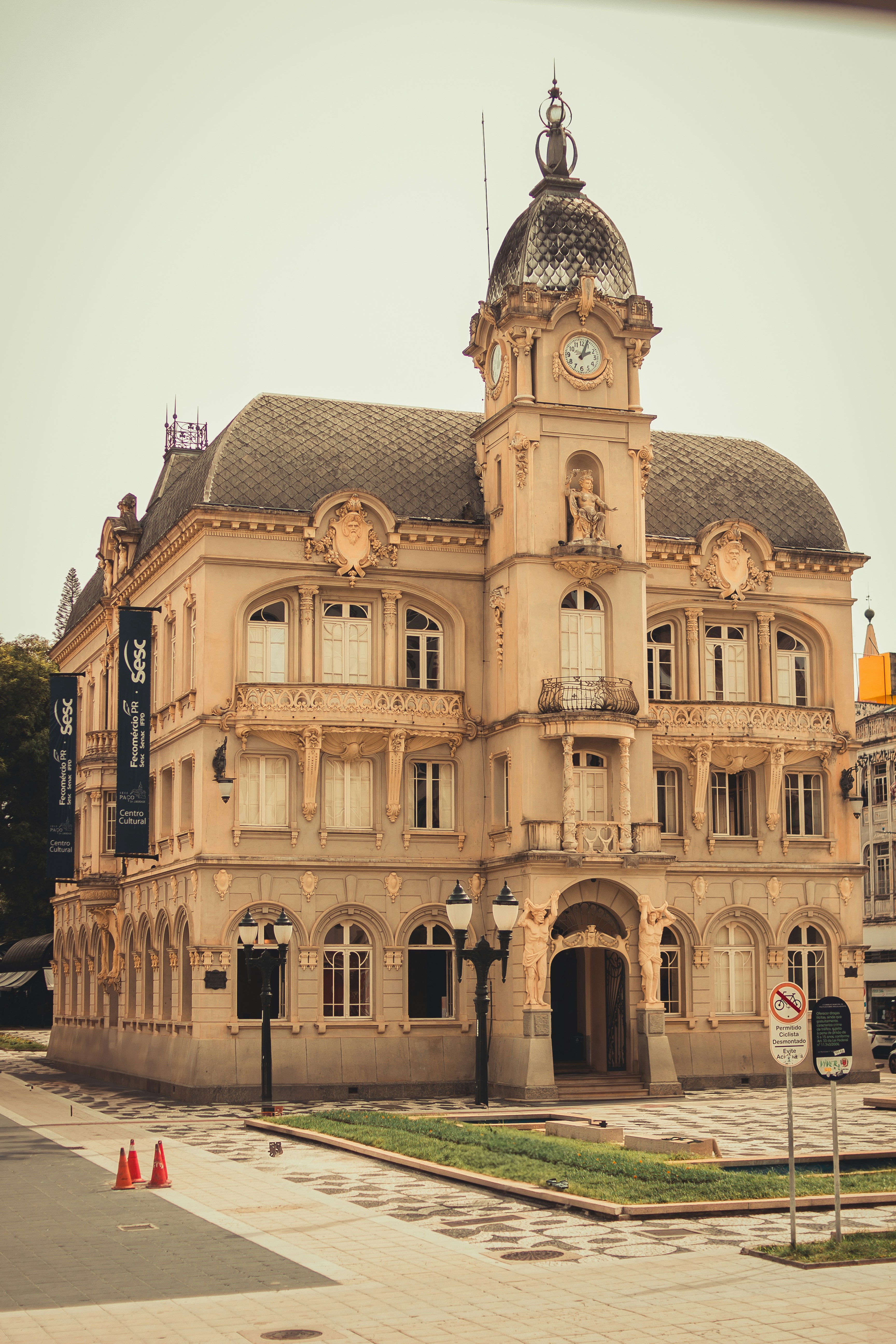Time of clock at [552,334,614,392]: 2:03
